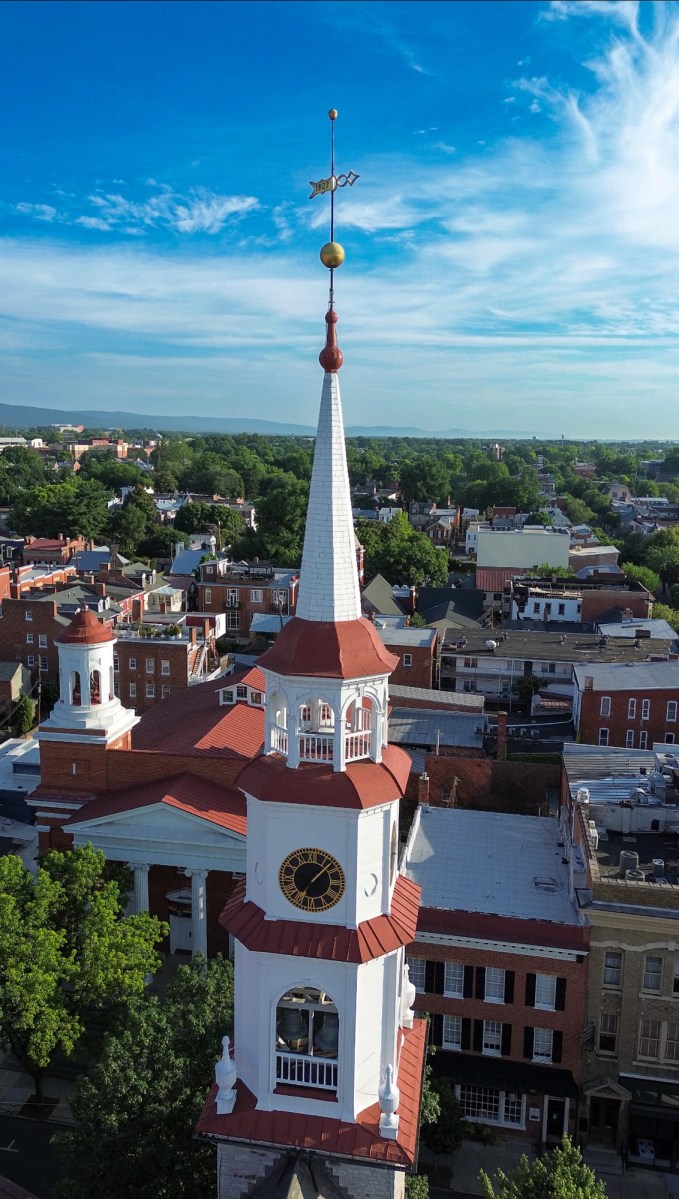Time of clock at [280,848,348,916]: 7:07
